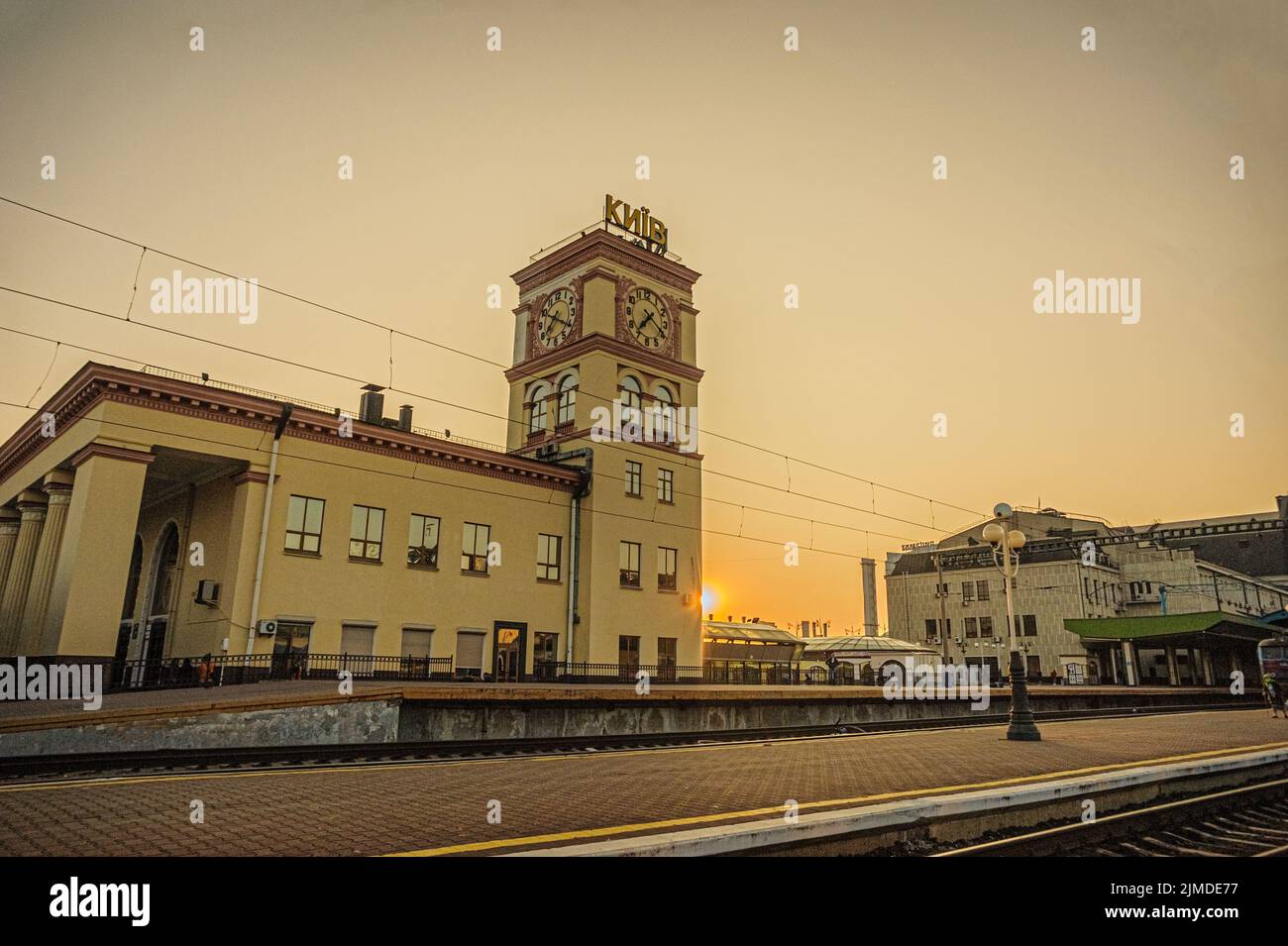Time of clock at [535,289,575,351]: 7:20
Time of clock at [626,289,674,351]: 7:20
